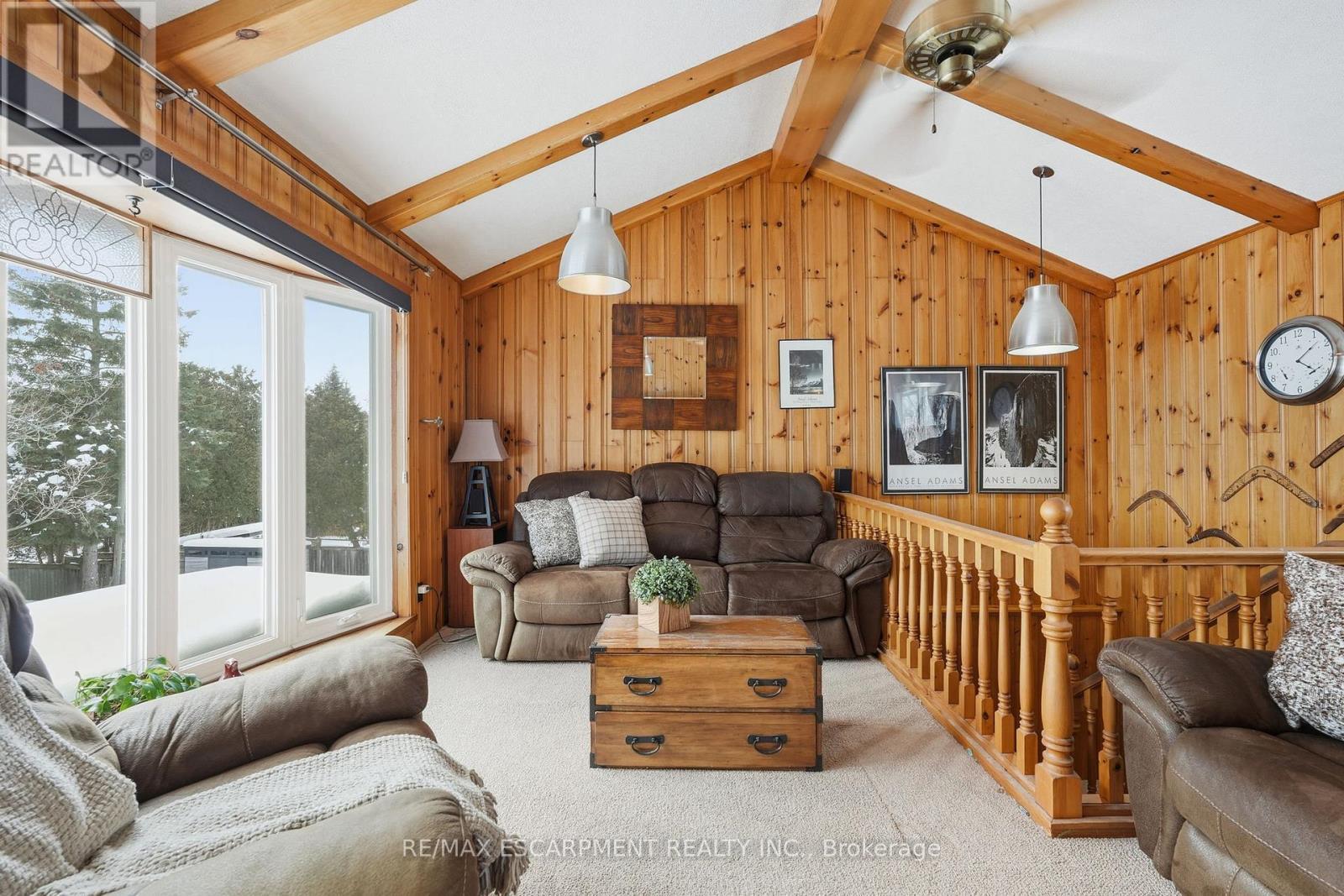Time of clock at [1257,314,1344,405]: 4:07
